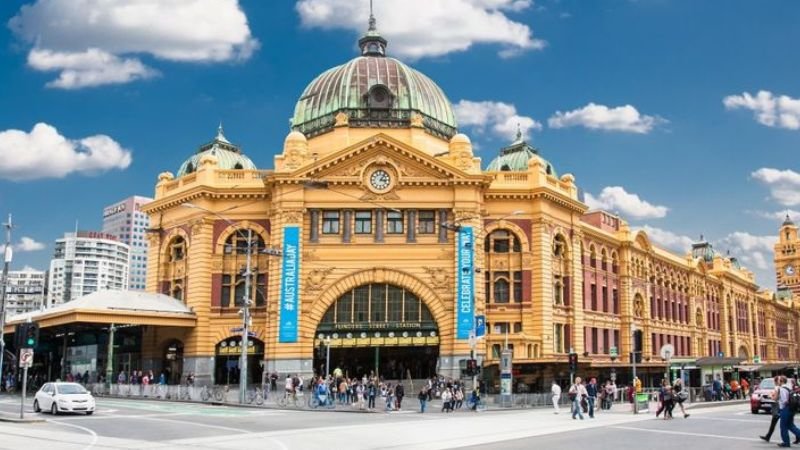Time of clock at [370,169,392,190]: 3:06
